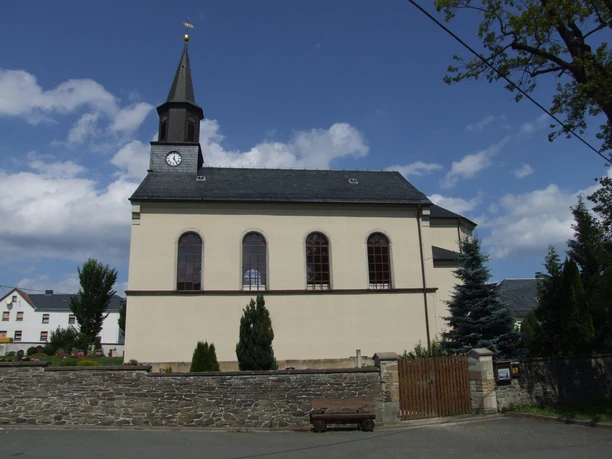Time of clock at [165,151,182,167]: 12:24
